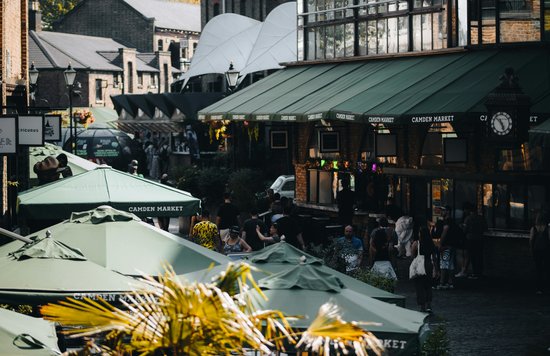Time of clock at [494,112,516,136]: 10:26
